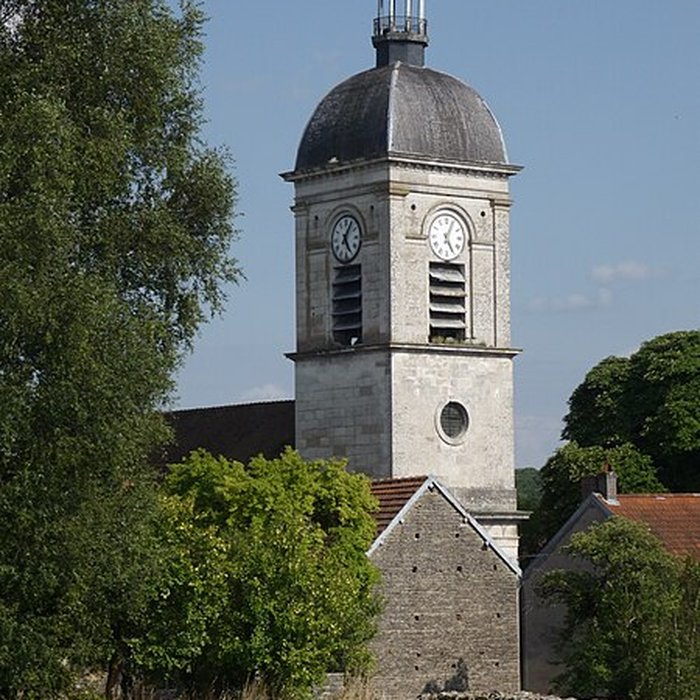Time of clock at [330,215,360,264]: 5:05
